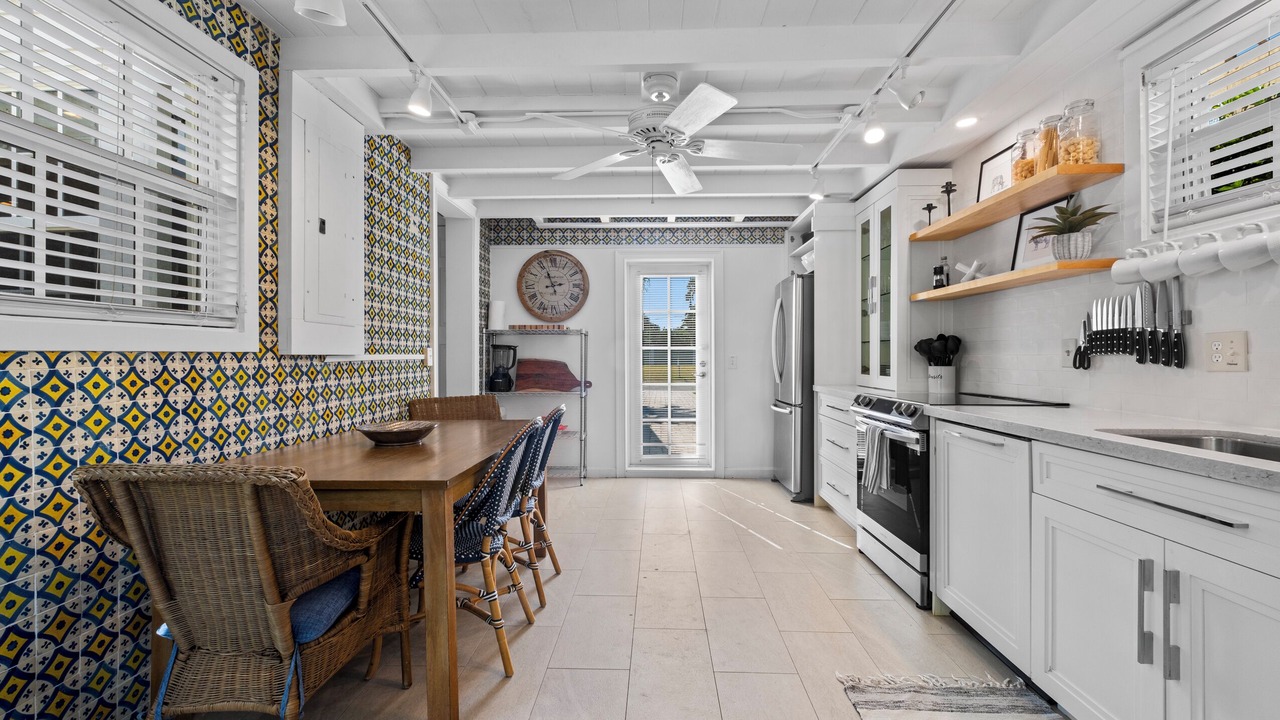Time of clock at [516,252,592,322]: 2:56
